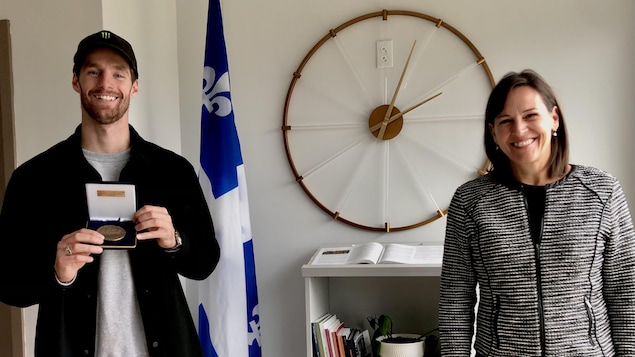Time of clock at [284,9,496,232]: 2:03
